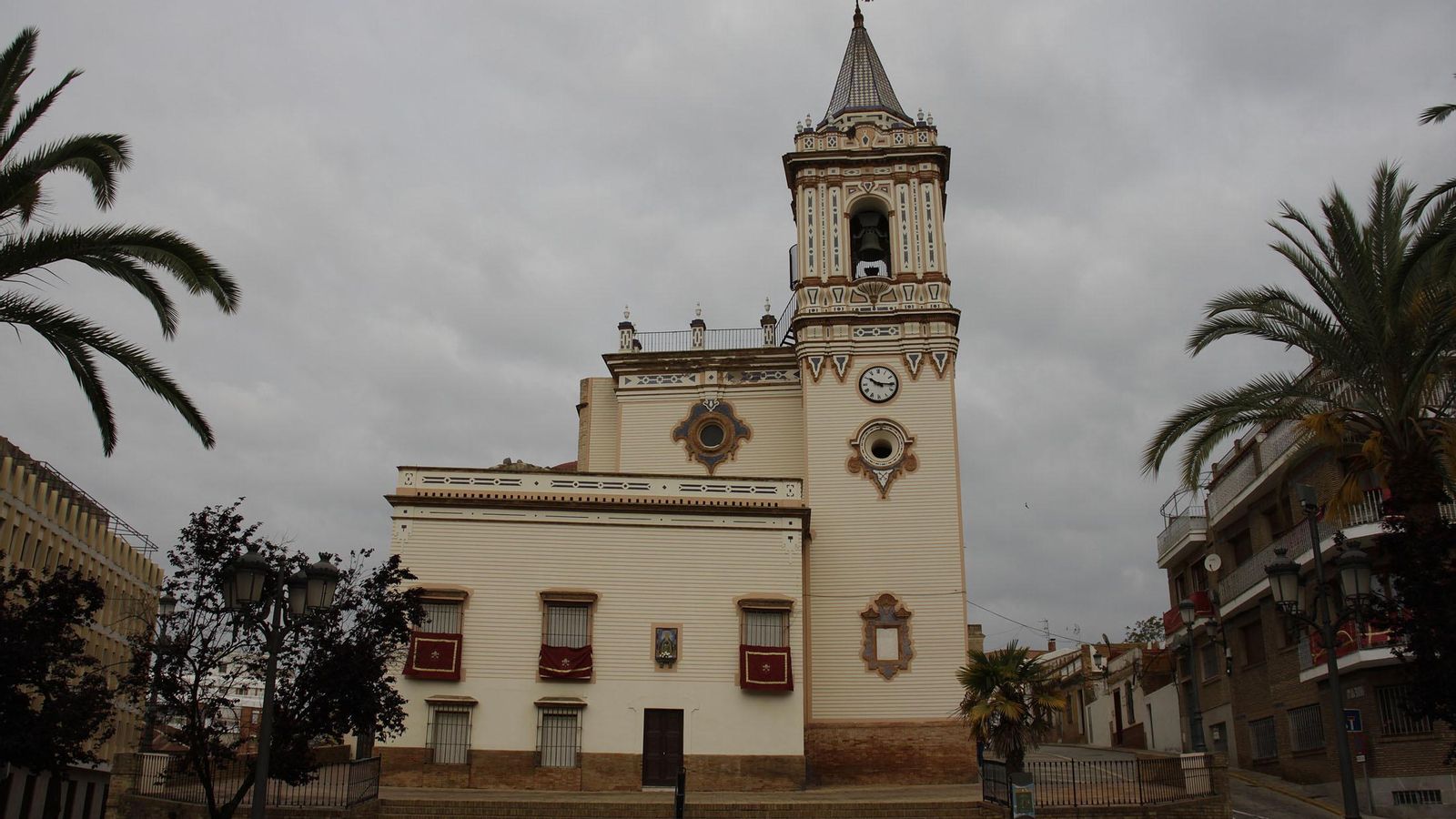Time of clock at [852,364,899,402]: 10:15
